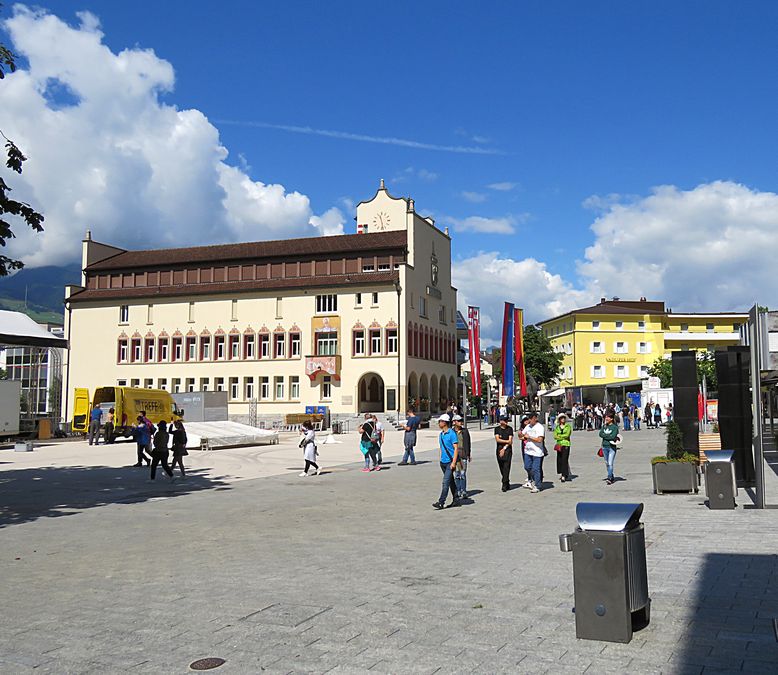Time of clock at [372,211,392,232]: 11:28
